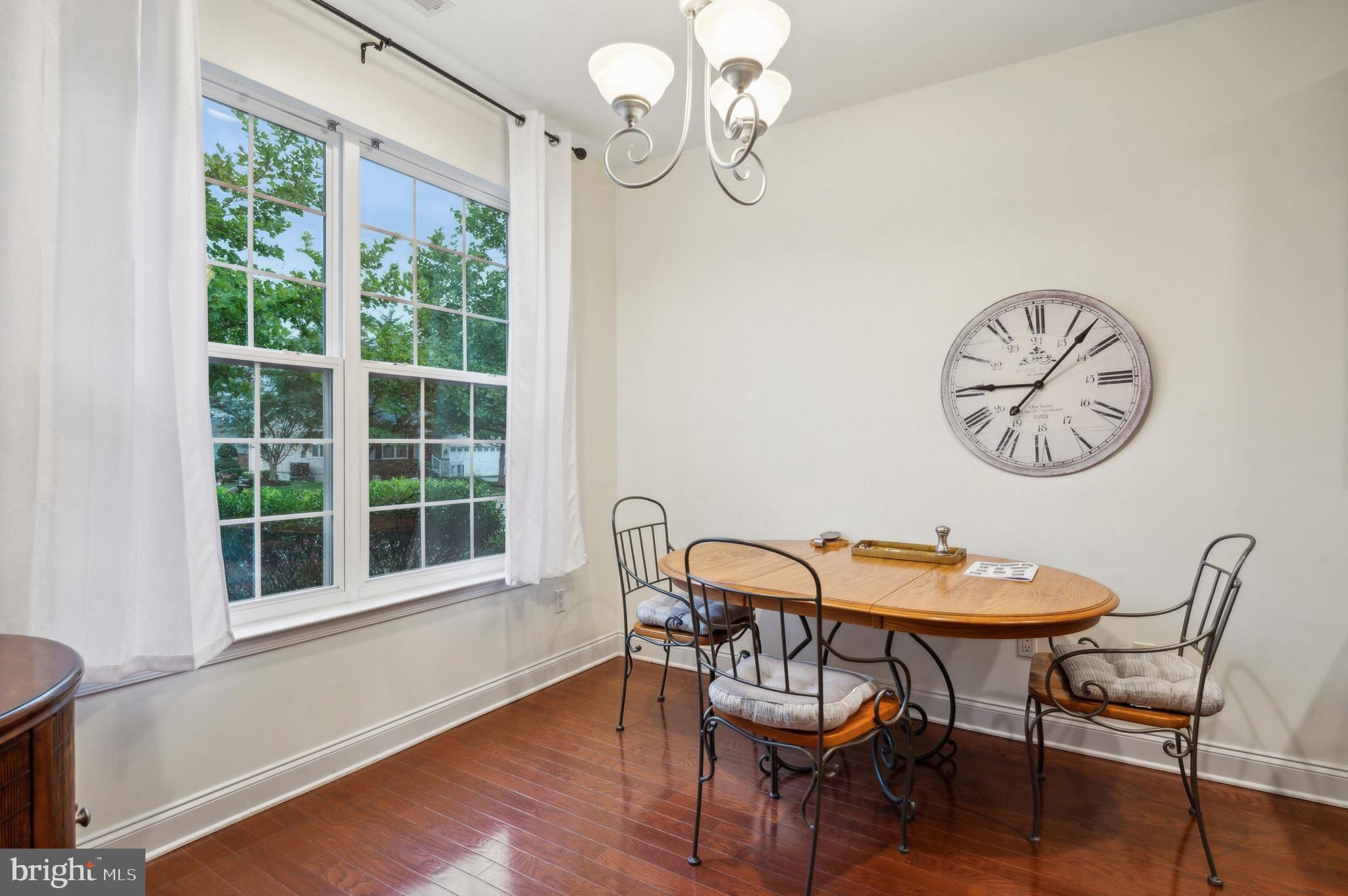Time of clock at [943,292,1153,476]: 9:07
